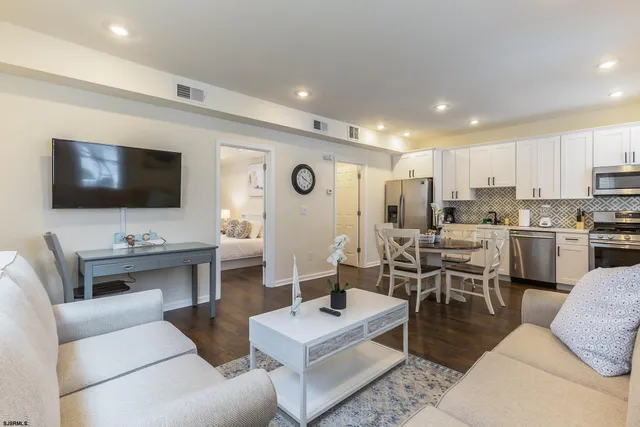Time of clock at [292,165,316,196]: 10:19
